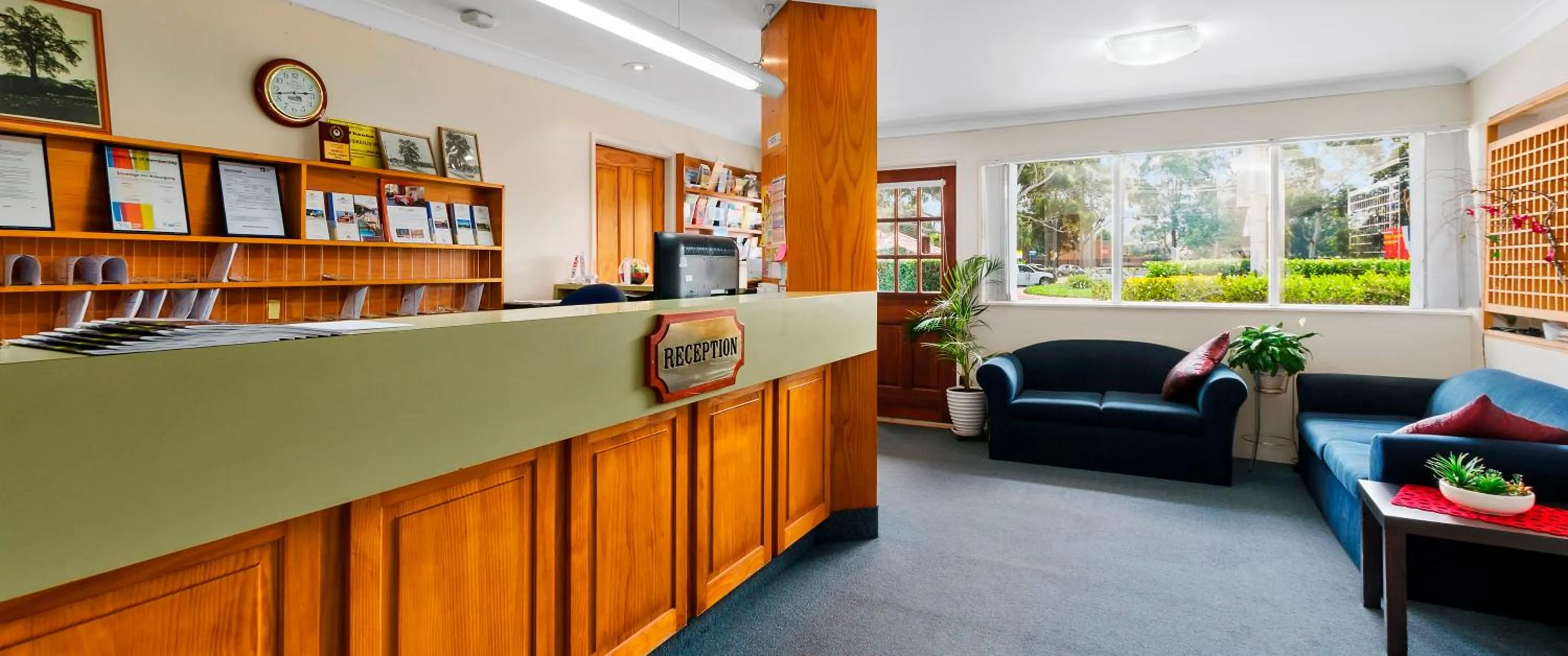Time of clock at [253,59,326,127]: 2:42
